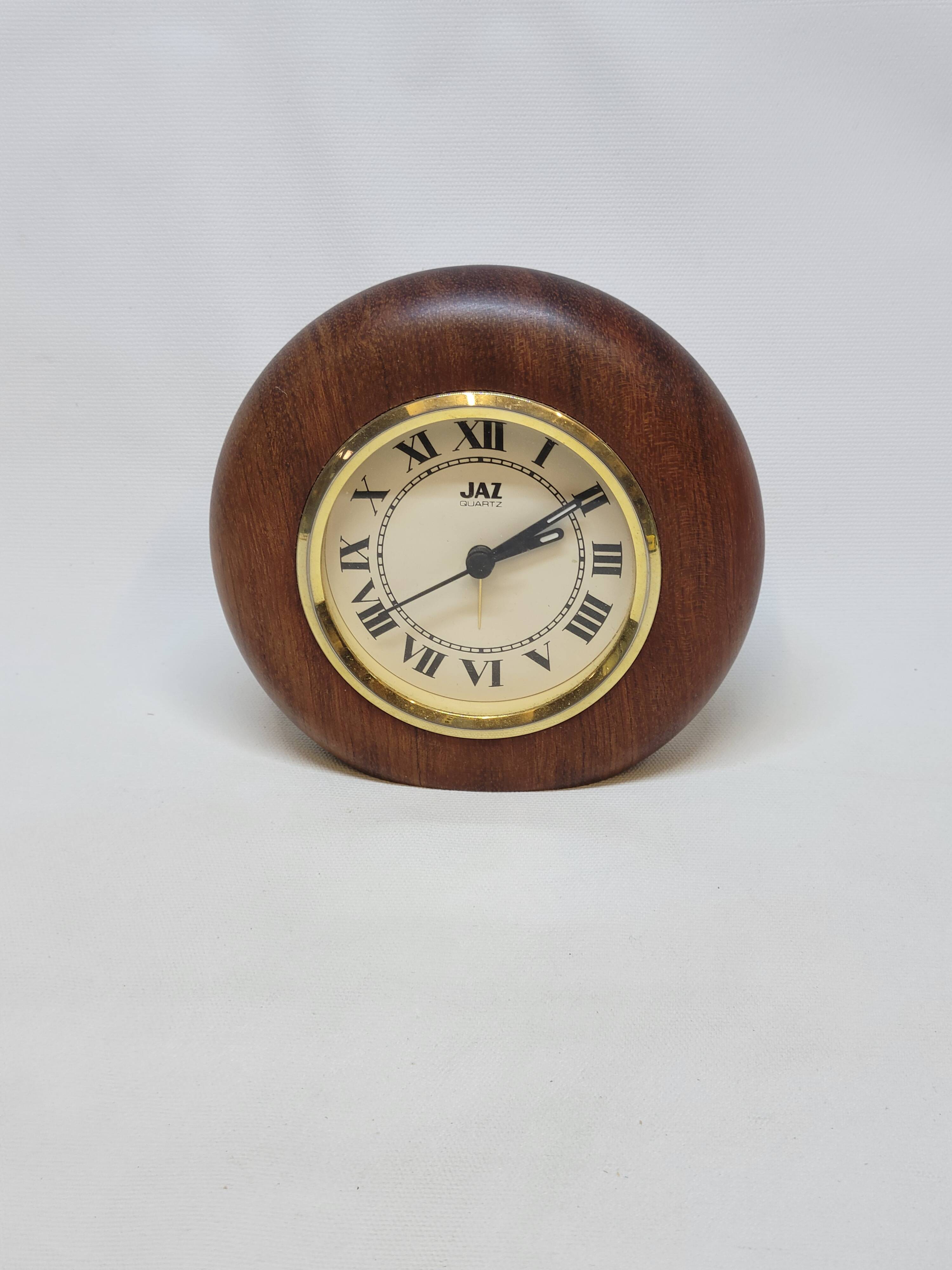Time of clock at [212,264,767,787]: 2:09
